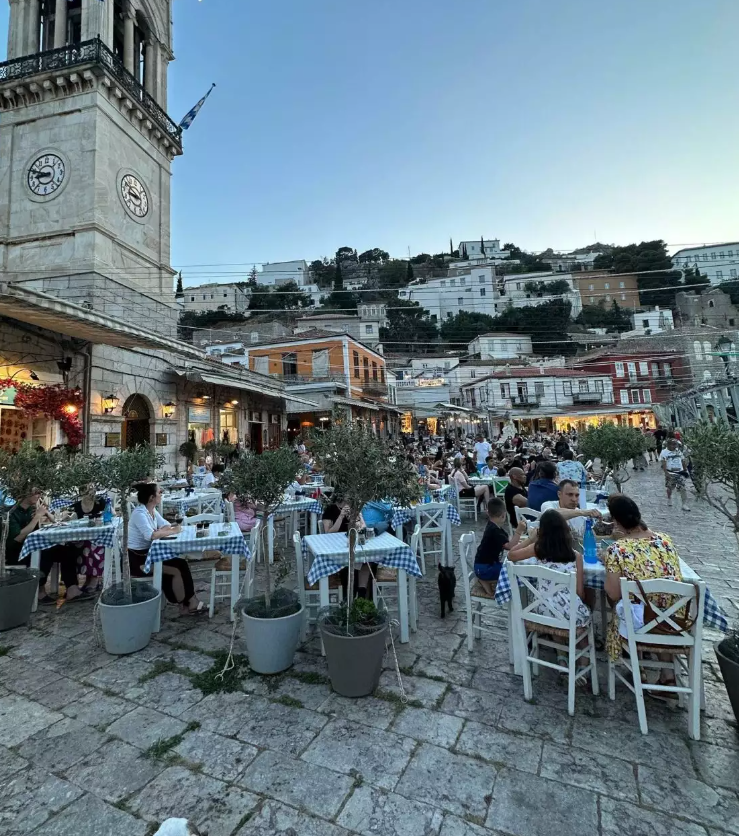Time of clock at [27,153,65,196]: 8:48
